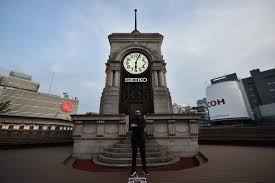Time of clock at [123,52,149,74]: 6:03
